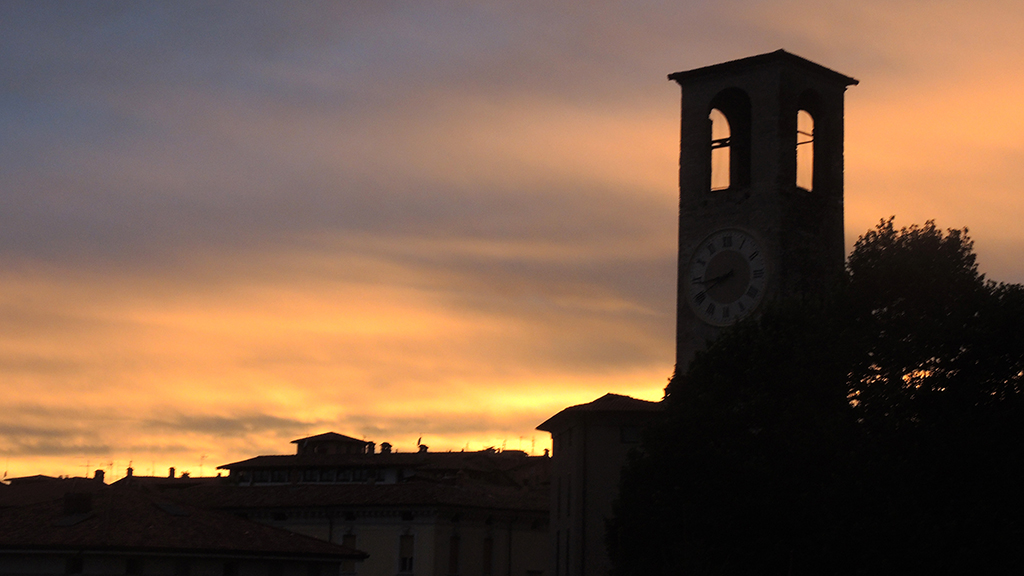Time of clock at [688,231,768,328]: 8:40
